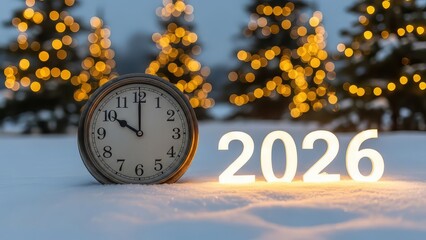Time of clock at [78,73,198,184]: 10:00
